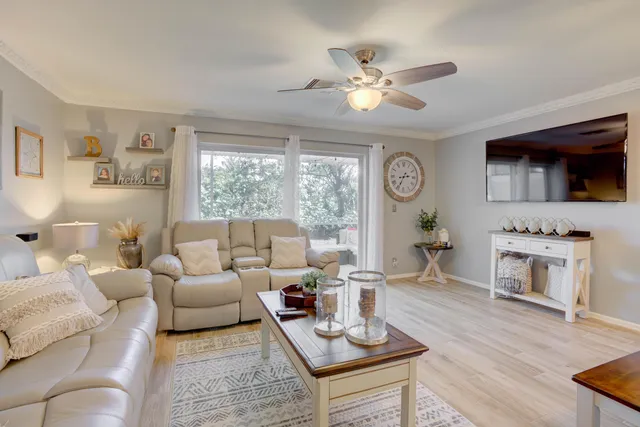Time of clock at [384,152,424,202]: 2:34
